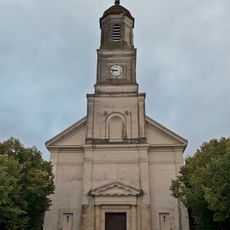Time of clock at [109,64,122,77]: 8:47
